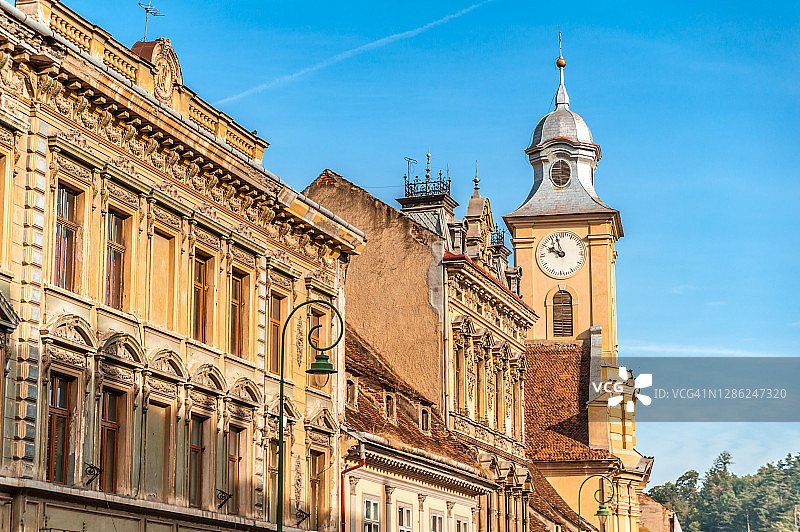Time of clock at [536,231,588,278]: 9:57
